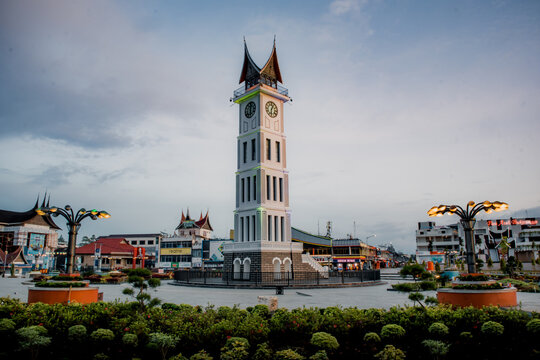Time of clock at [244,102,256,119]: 12:28
